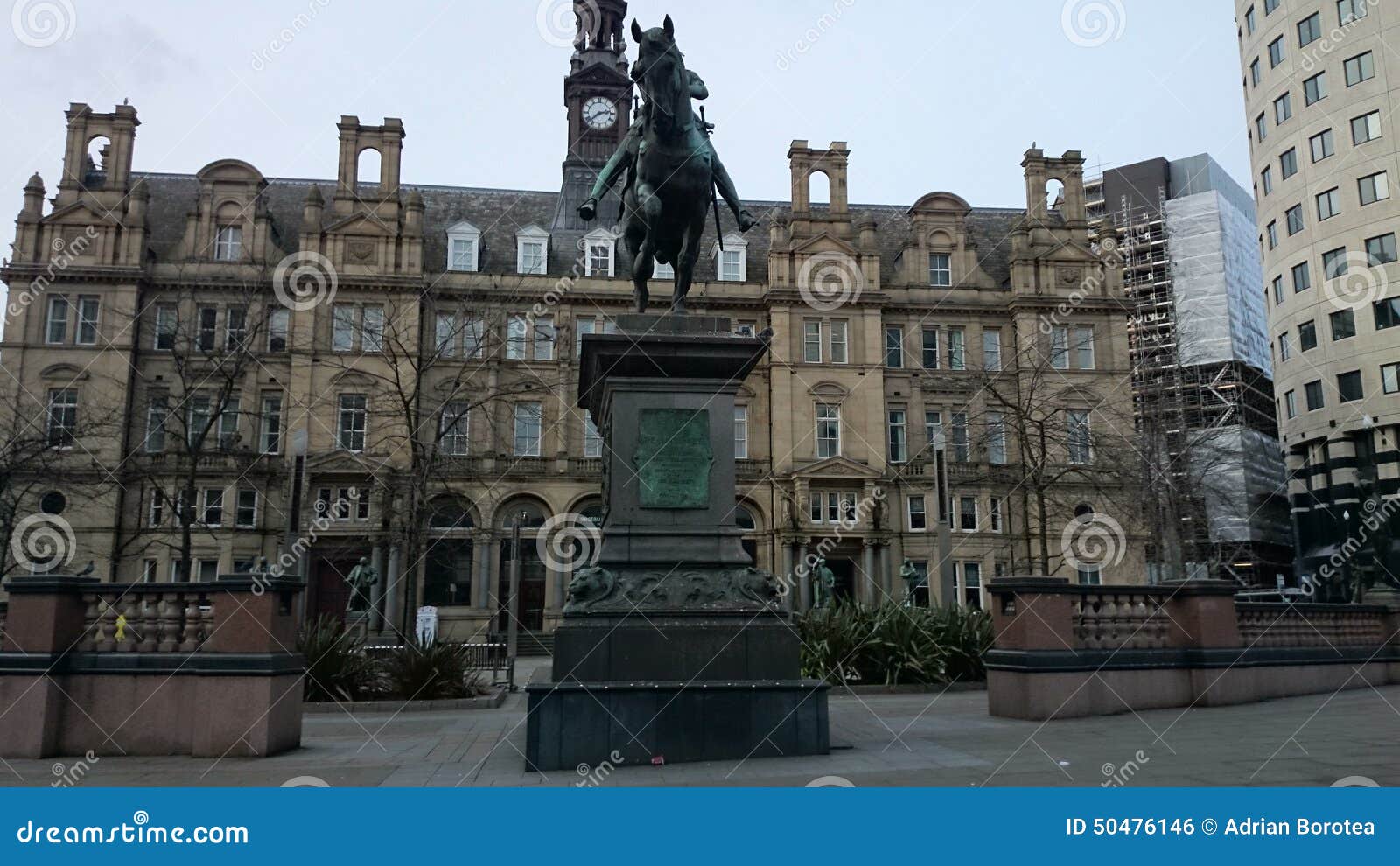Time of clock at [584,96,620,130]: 2:38
